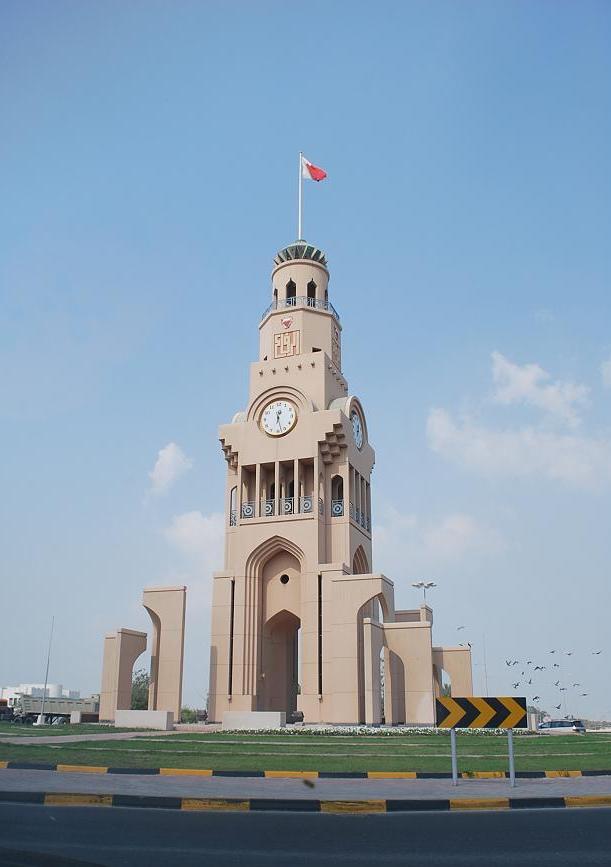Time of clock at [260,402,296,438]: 12:27
